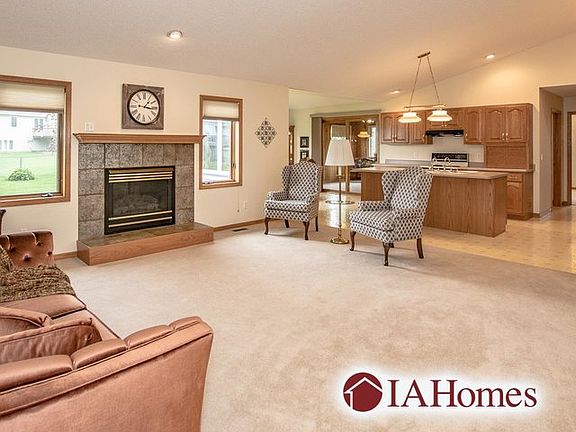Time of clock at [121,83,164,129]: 1:16
